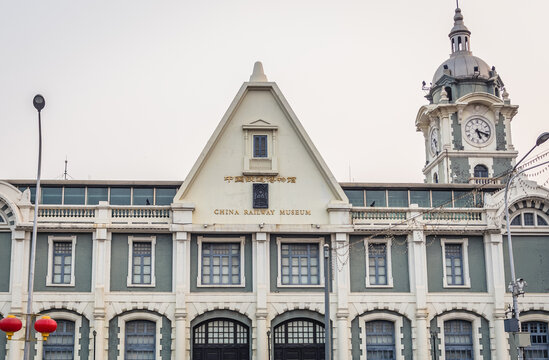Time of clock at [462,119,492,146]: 5:18
